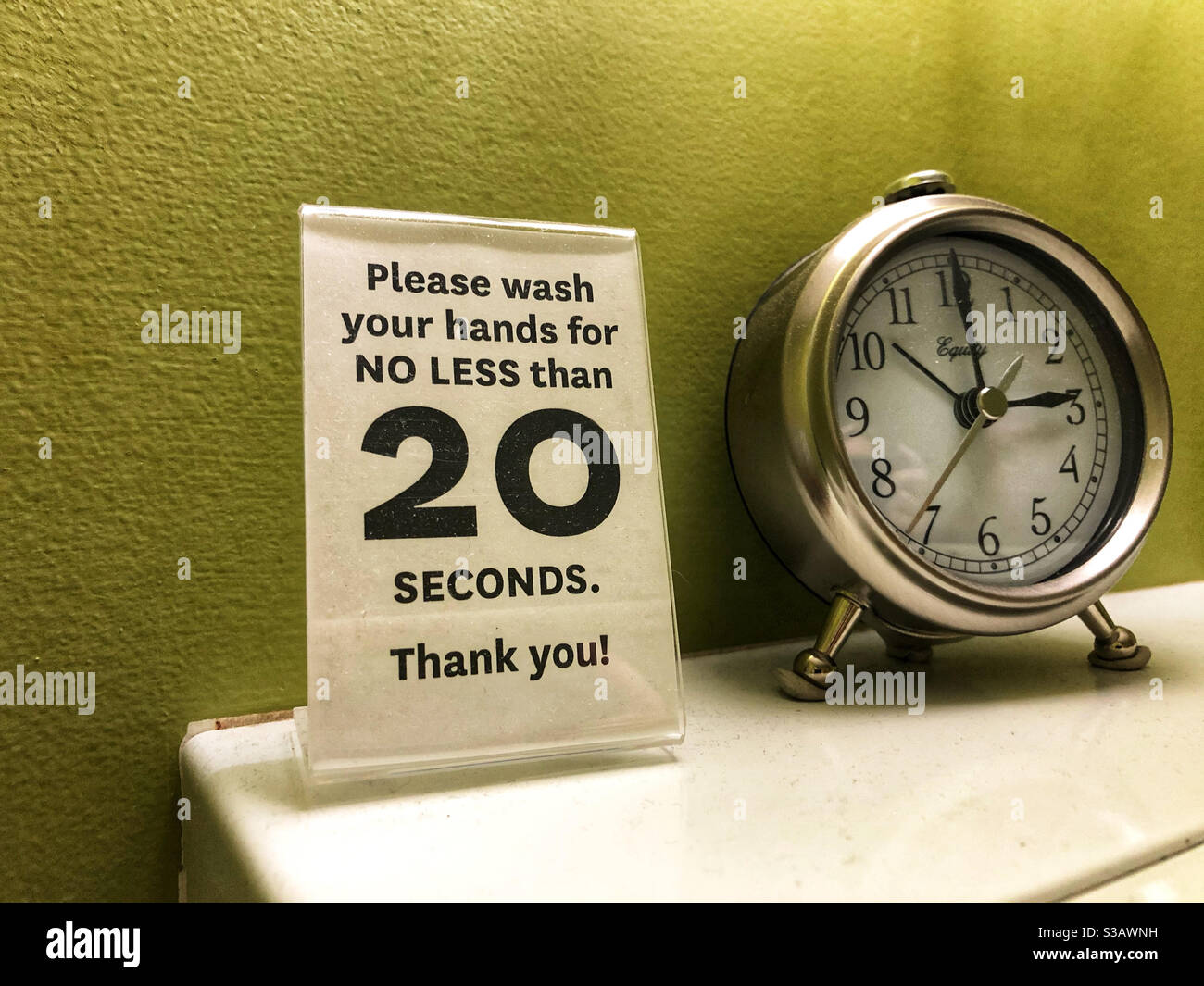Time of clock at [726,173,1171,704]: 12:14
